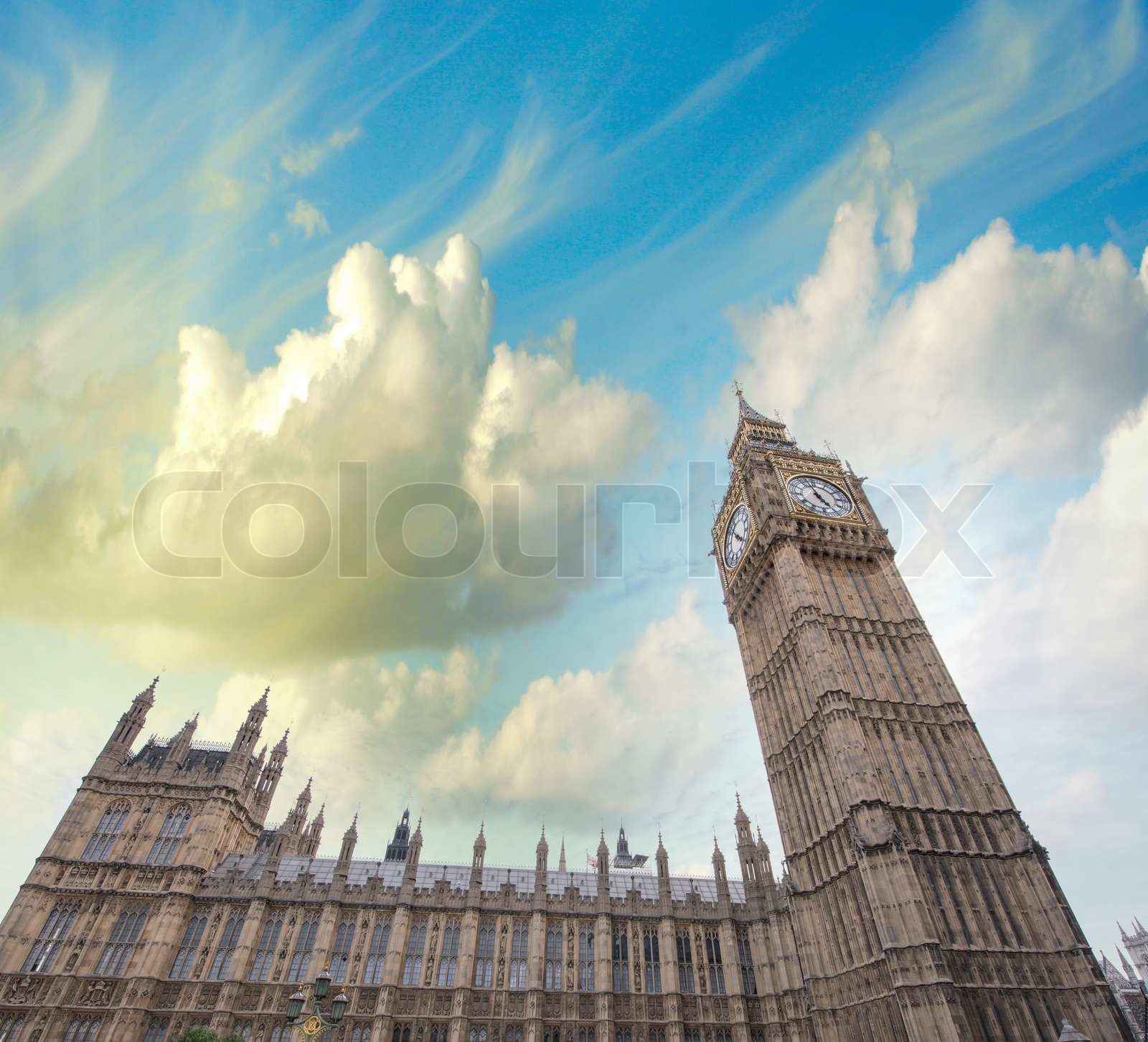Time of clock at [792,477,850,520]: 4:57
